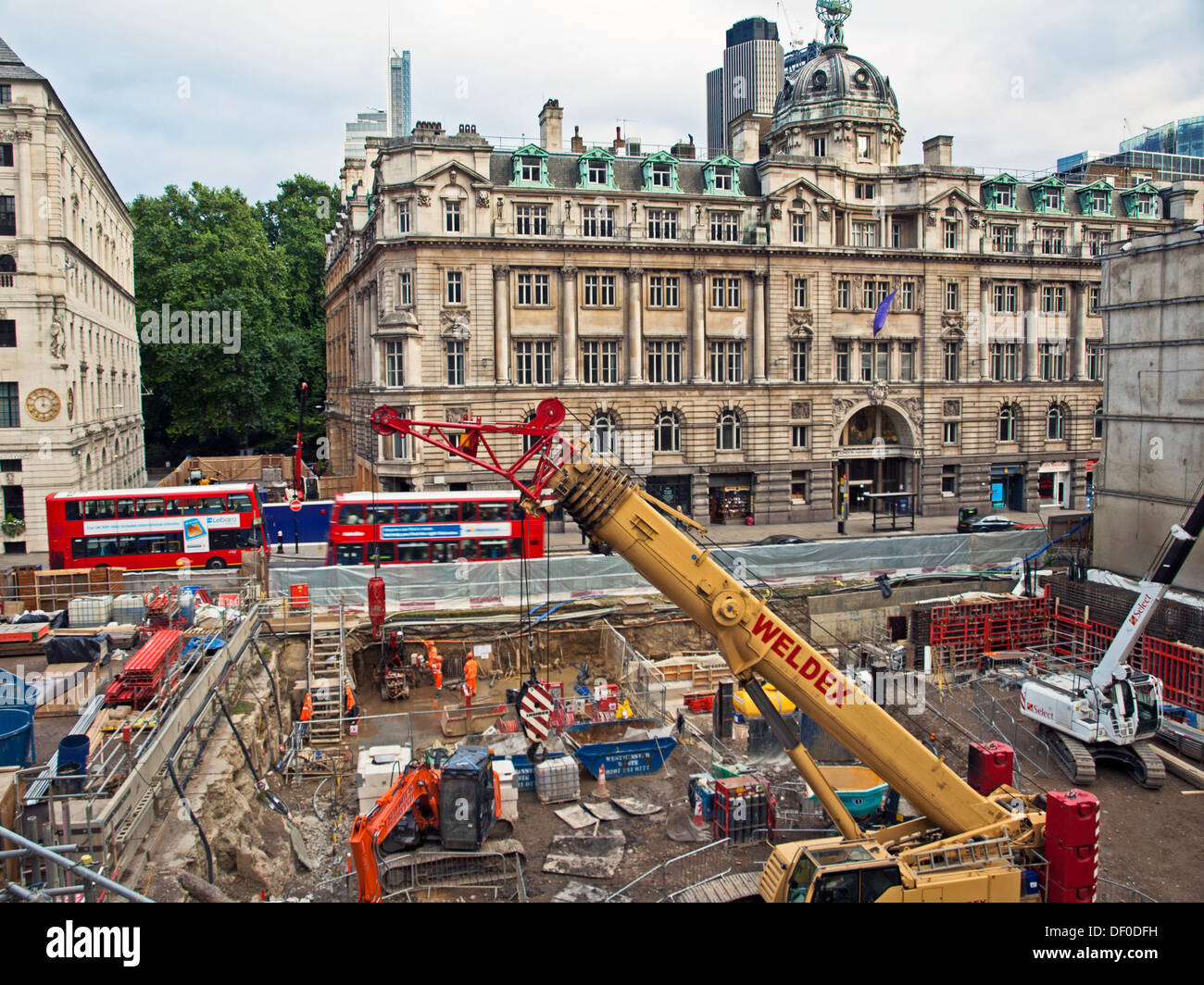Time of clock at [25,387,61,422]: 12:16
